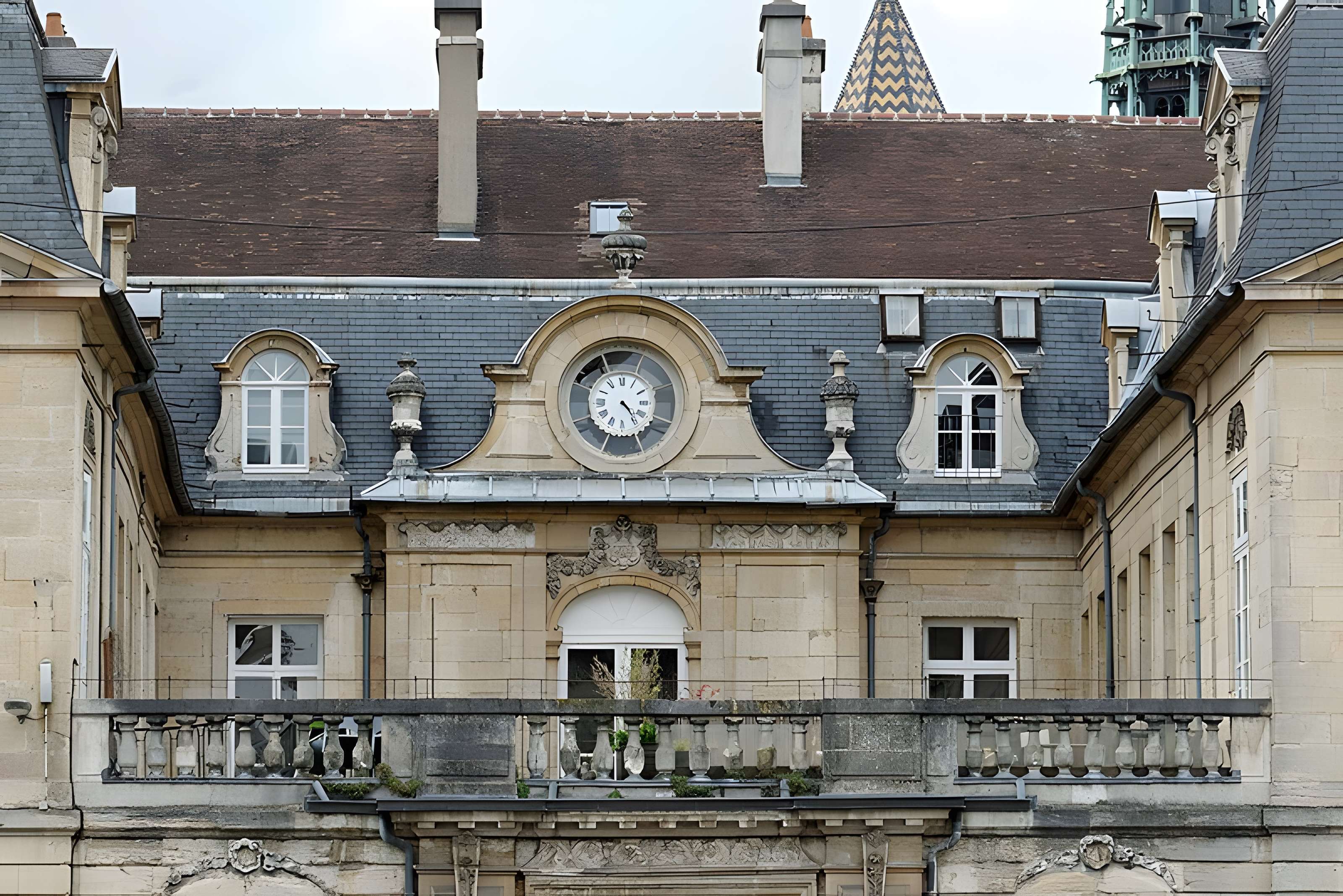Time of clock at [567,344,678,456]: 4:23
